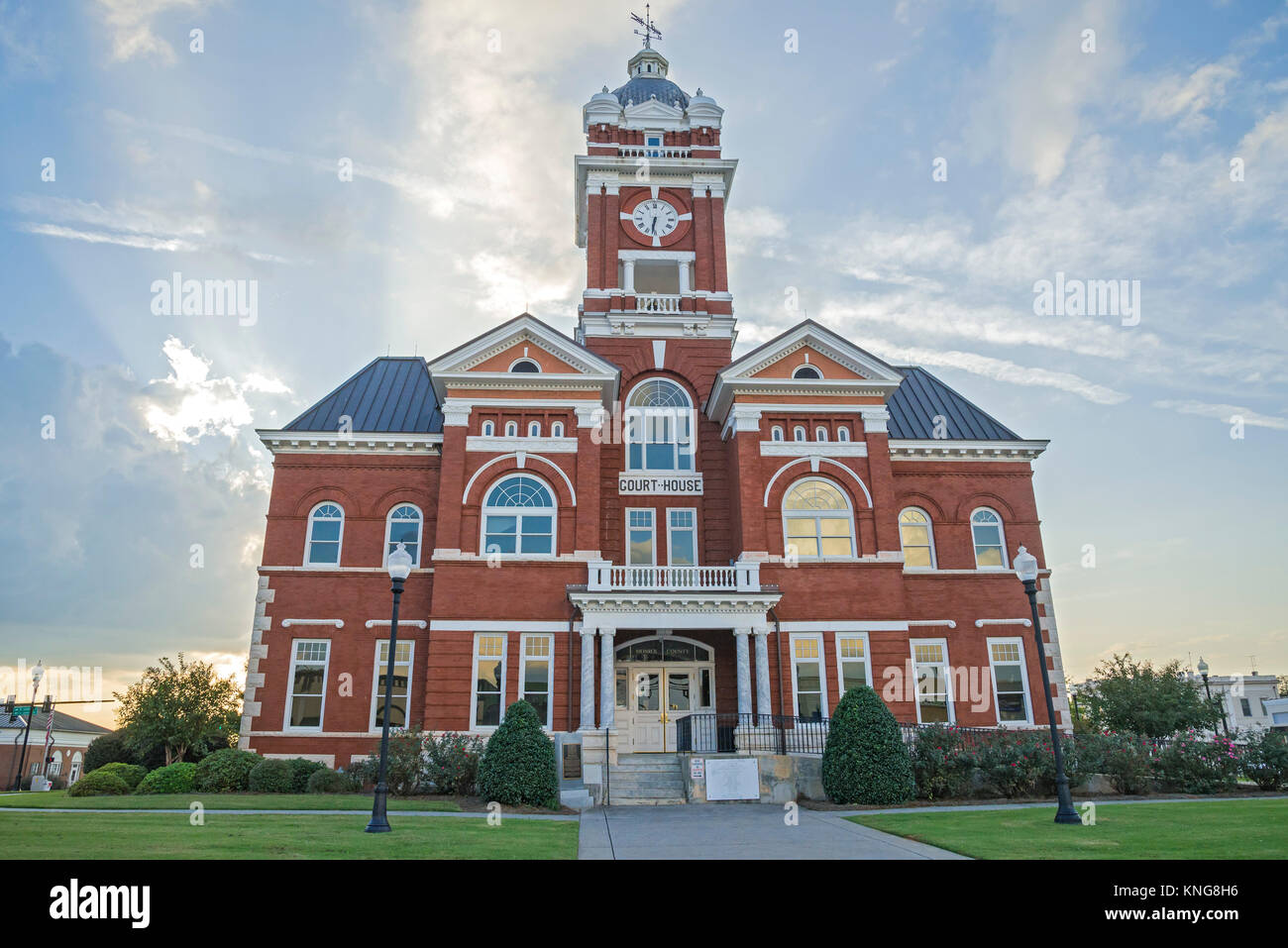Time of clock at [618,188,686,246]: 6:31
